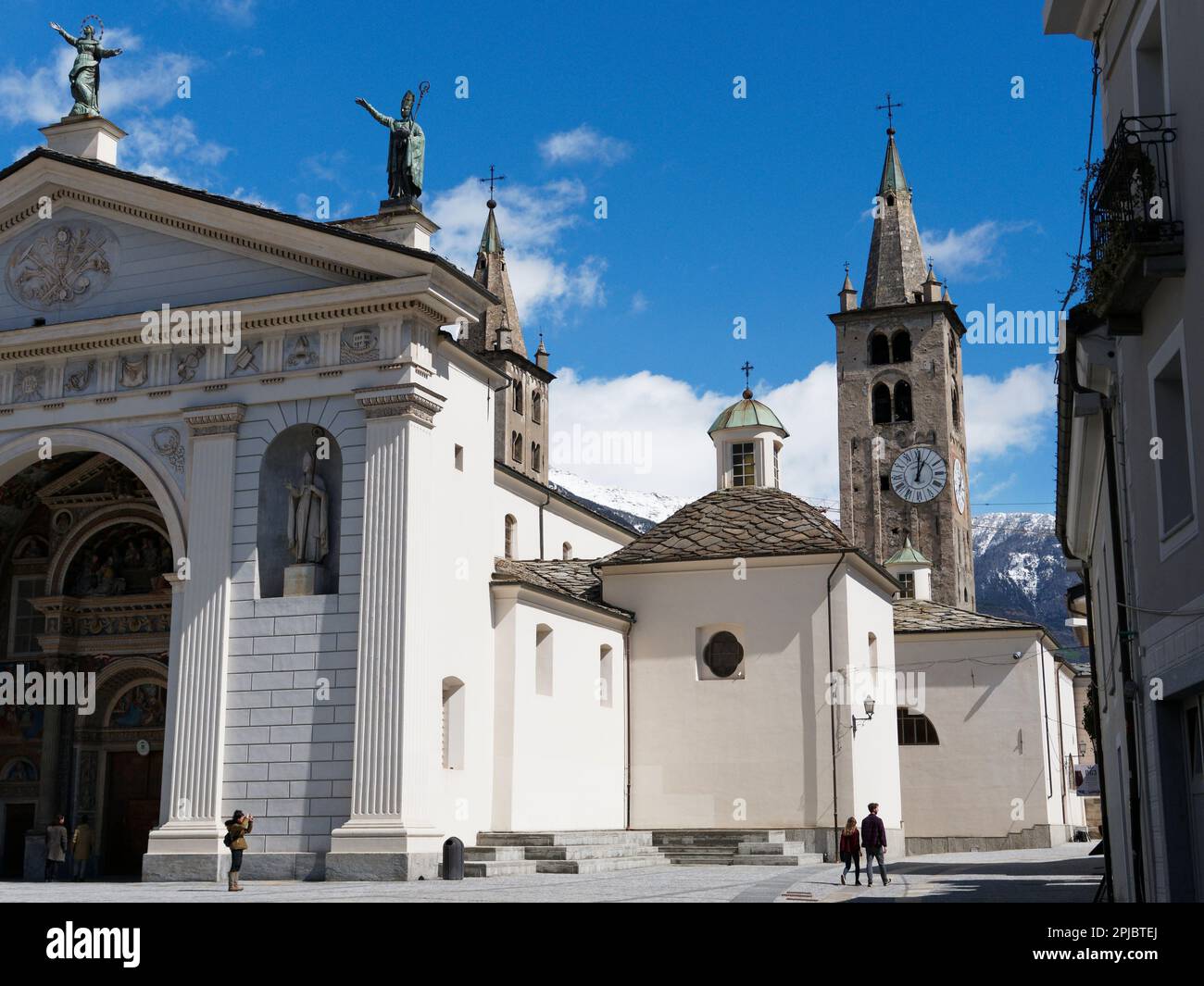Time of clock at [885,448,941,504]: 1:01
